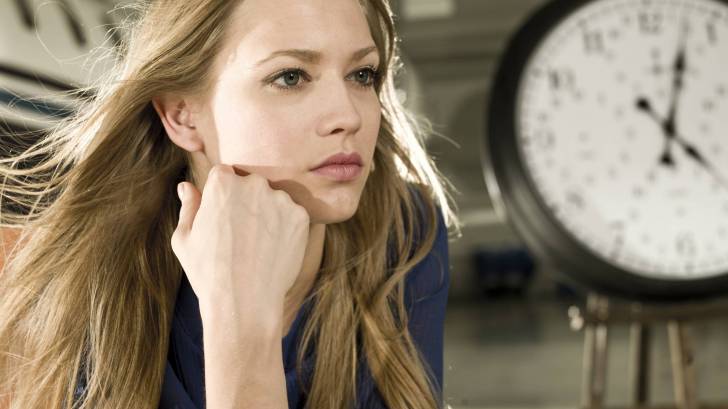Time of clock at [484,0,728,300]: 4:03
